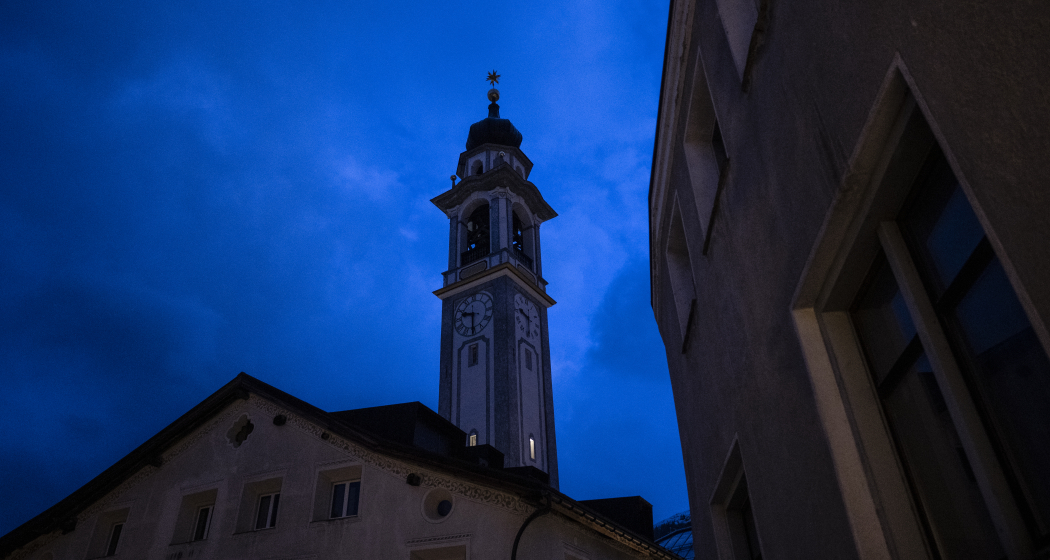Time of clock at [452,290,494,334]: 9:30
